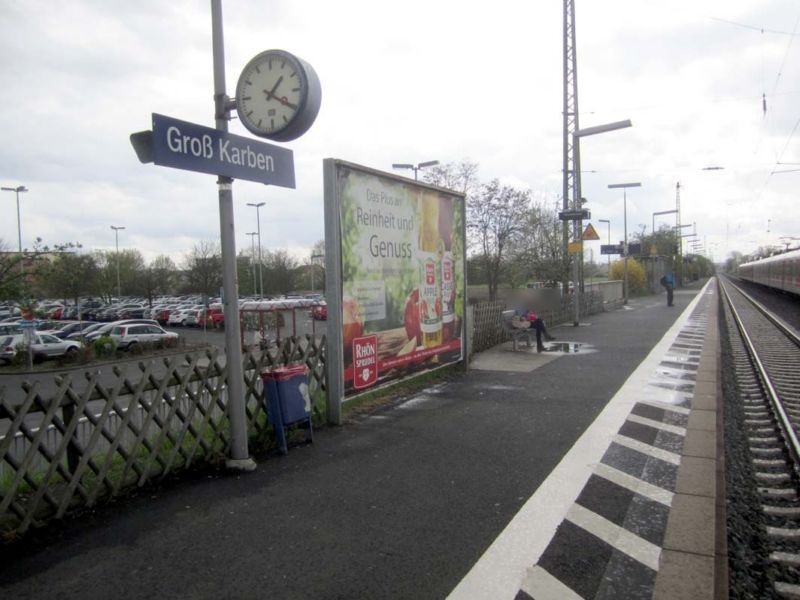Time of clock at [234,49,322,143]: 1:20
